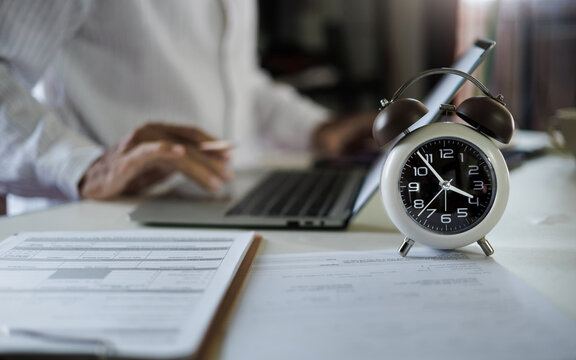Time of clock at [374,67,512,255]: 3:53
